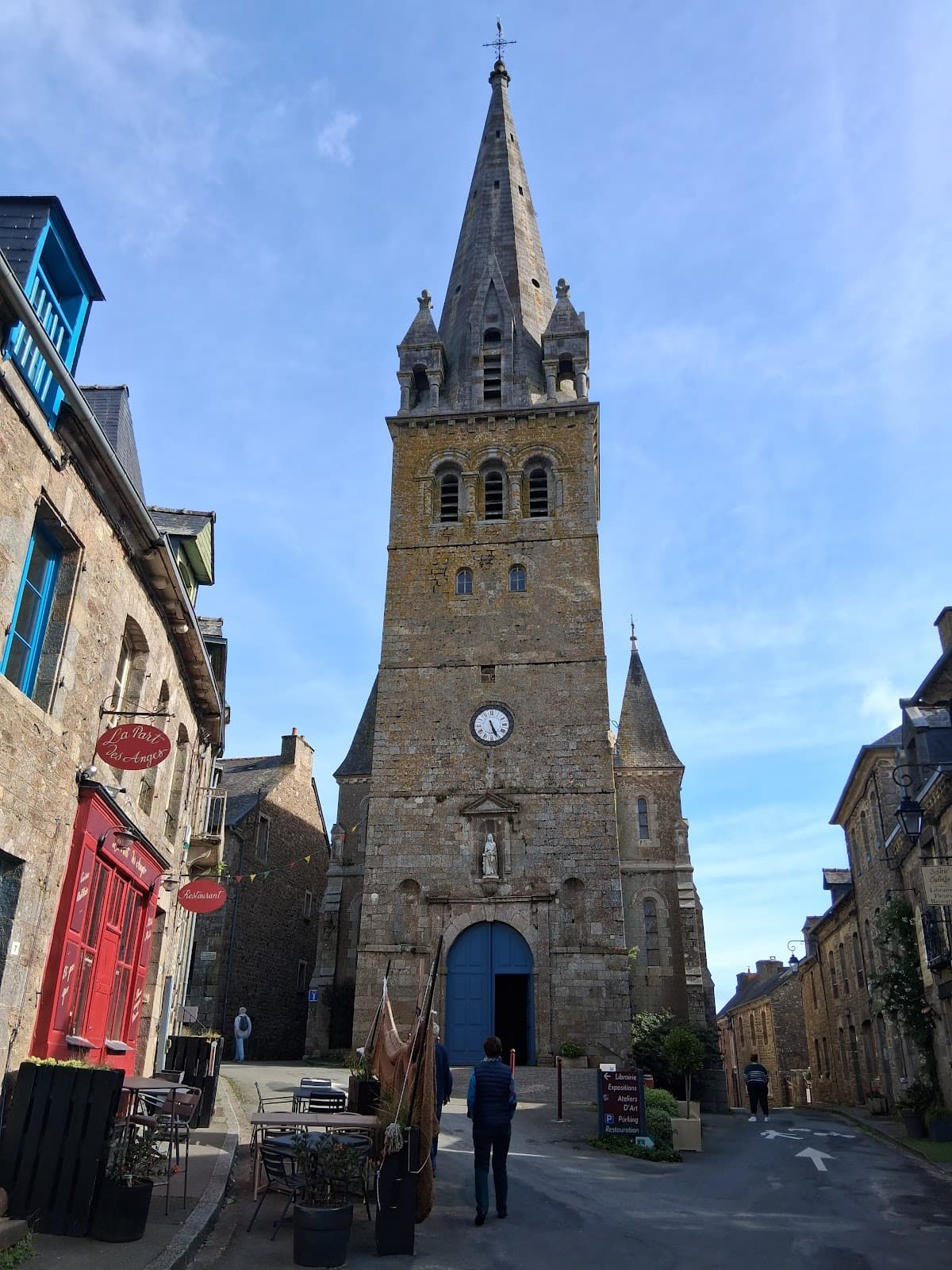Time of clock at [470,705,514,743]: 5:26
